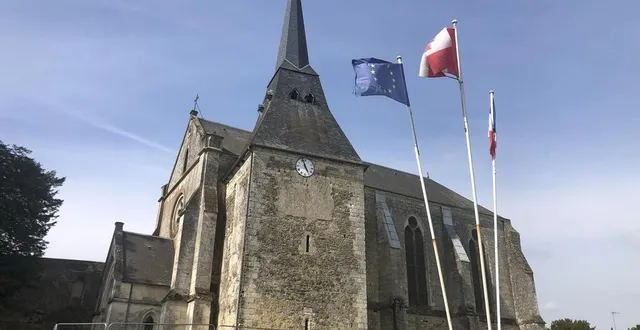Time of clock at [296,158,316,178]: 4:56
